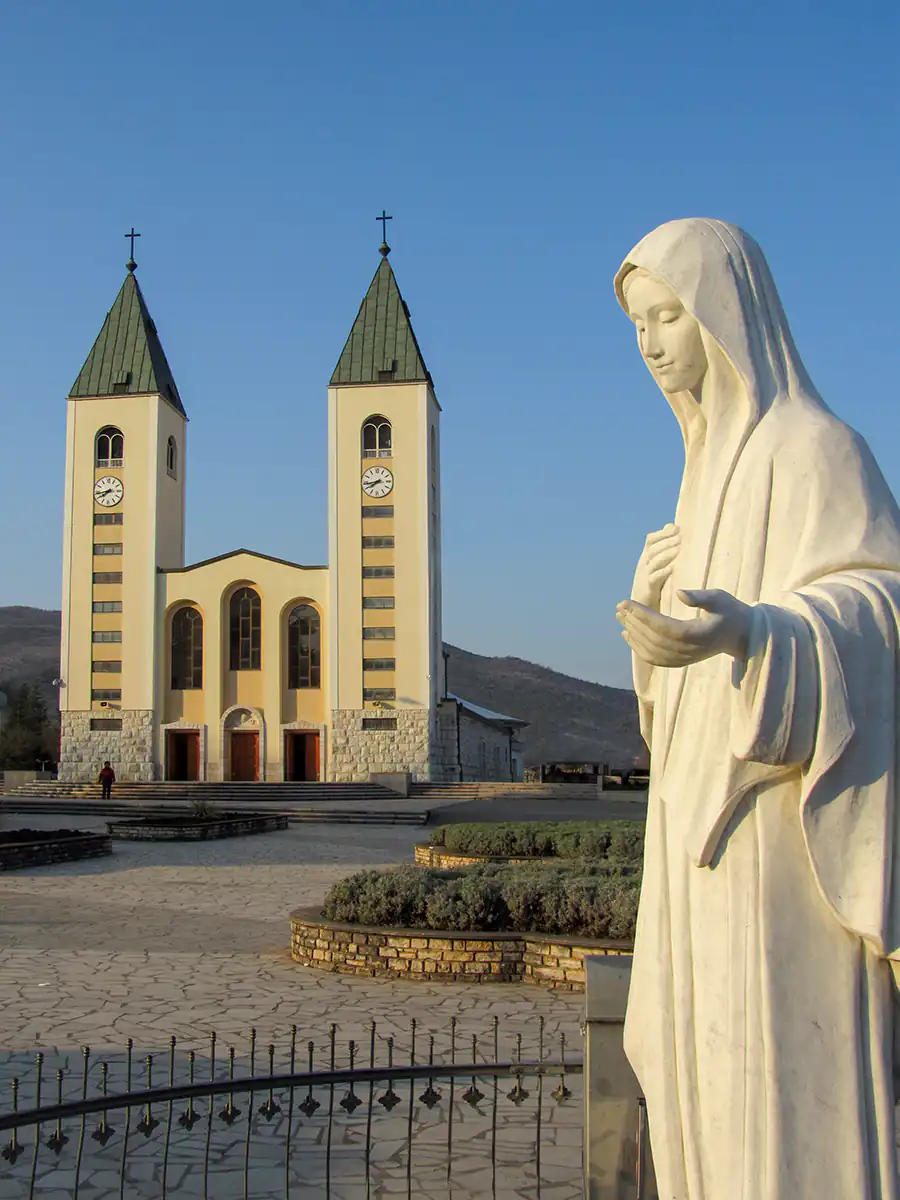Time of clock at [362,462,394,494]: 7:43
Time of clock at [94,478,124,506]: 7:43
